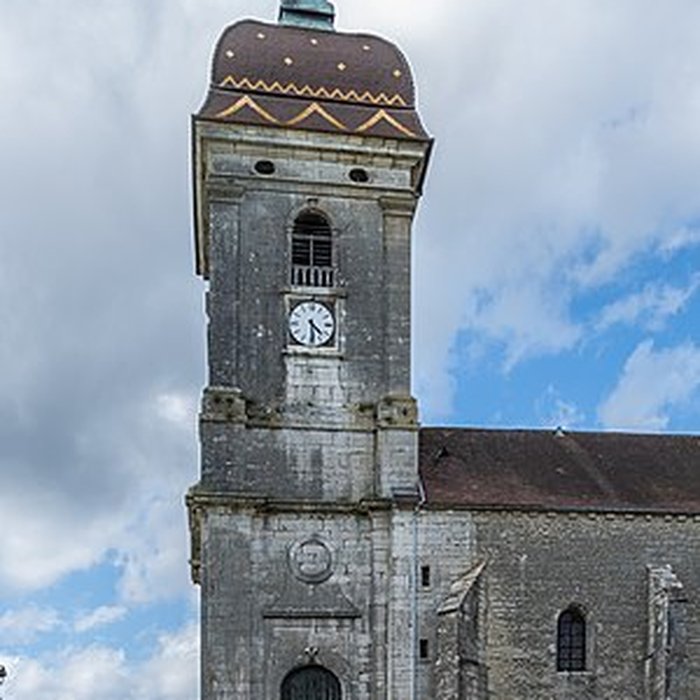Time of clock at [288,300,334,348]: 4:29
